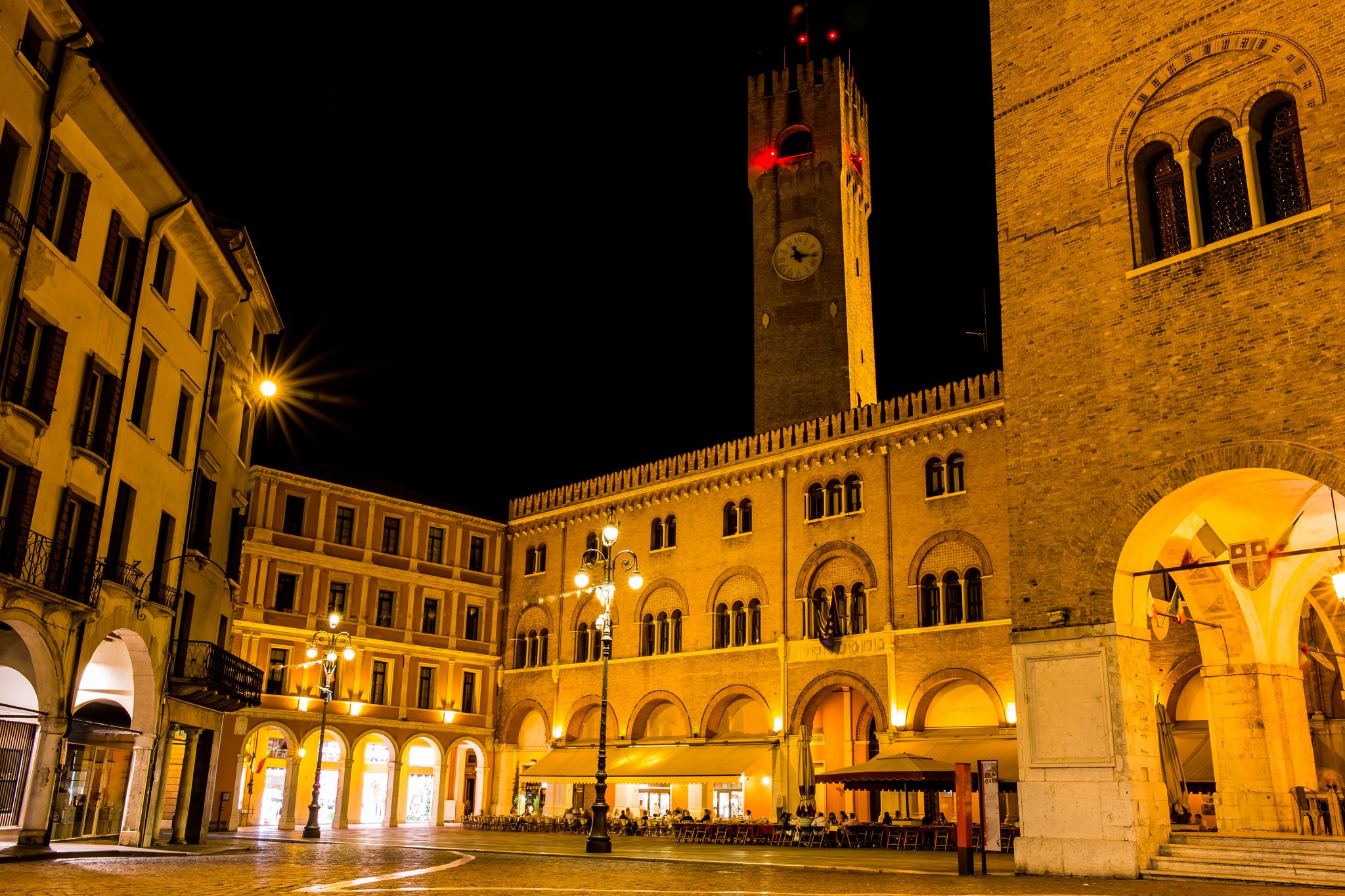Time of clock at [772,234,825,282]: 11:15
